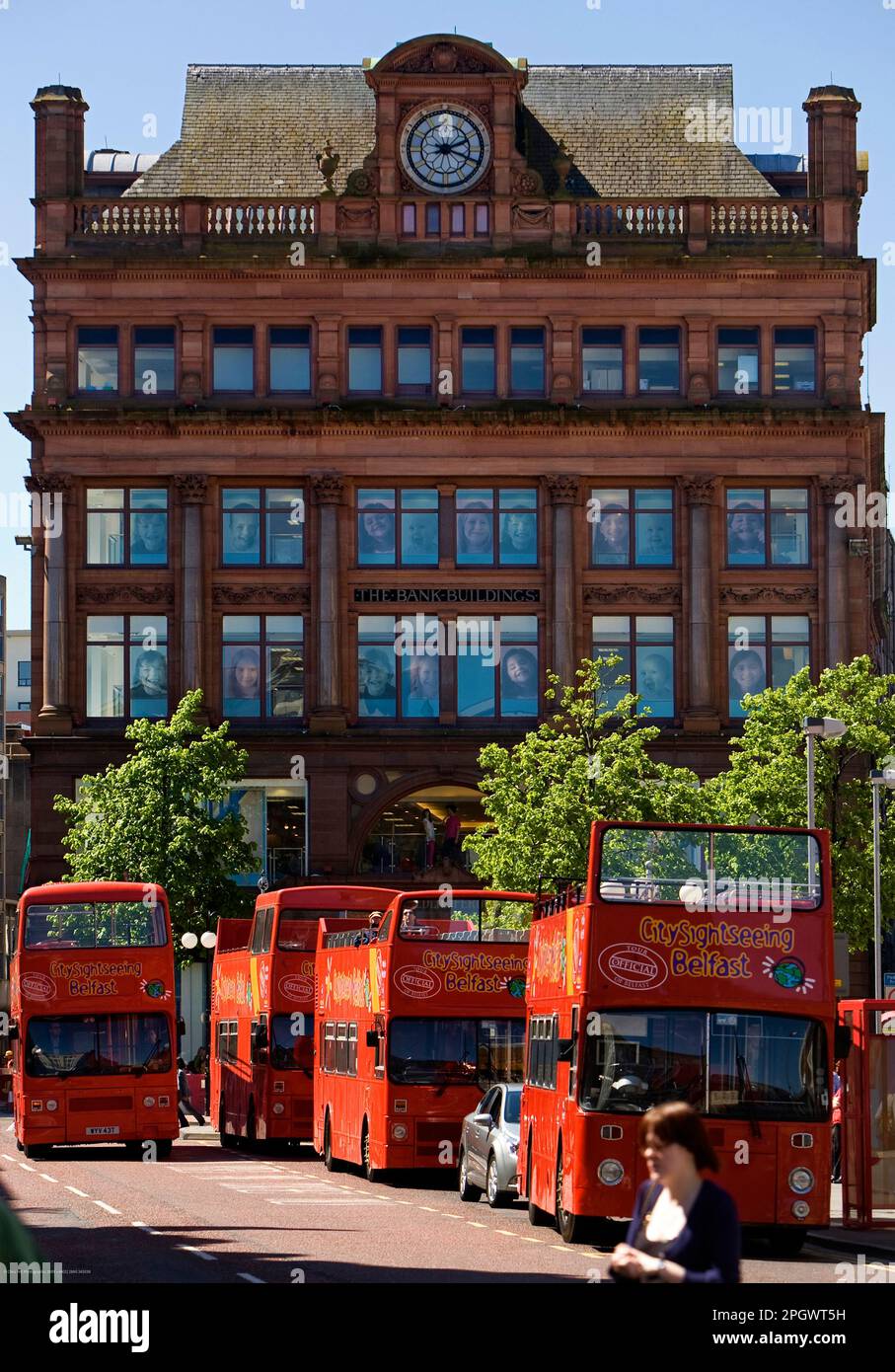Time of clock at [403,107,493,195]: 2:18
